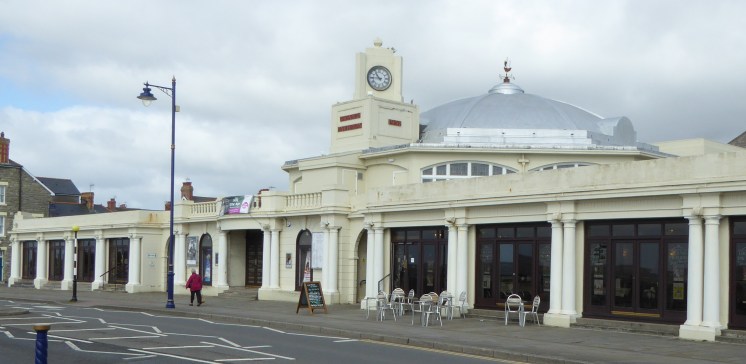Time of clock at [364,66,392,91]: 10:45
